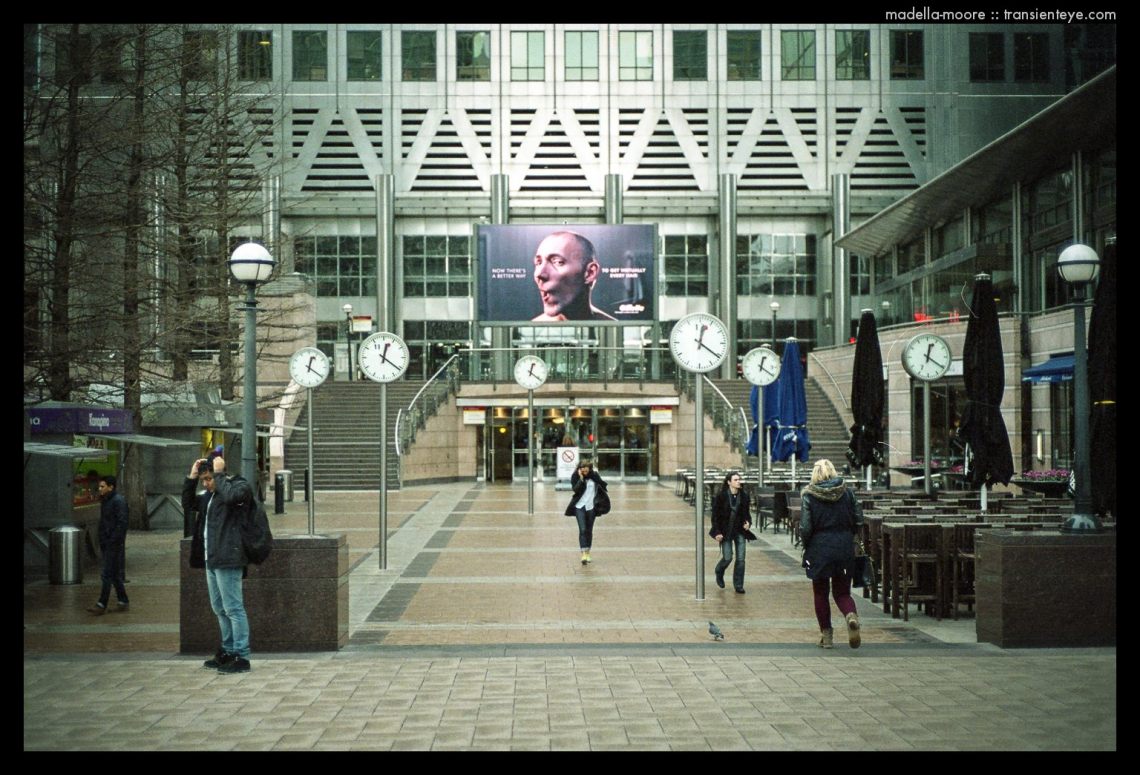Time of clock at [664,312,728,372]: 12:20
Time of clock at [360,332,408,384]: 12:21
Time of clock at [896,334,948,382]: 12:20
